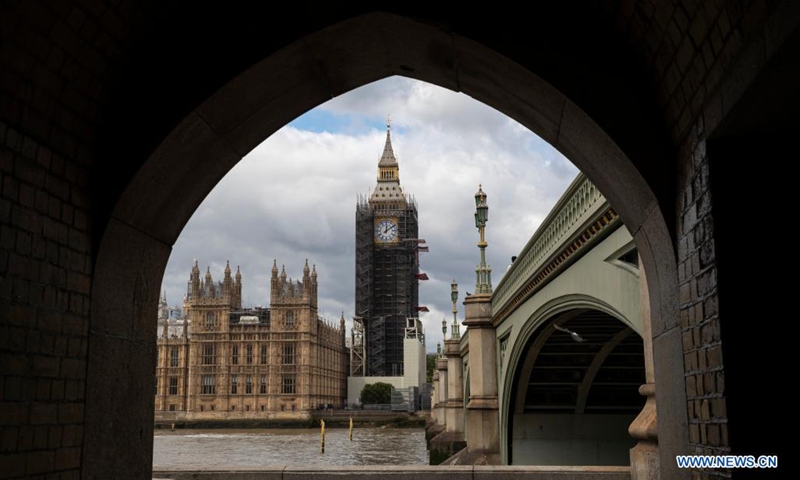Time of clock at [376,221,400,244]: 12:09
